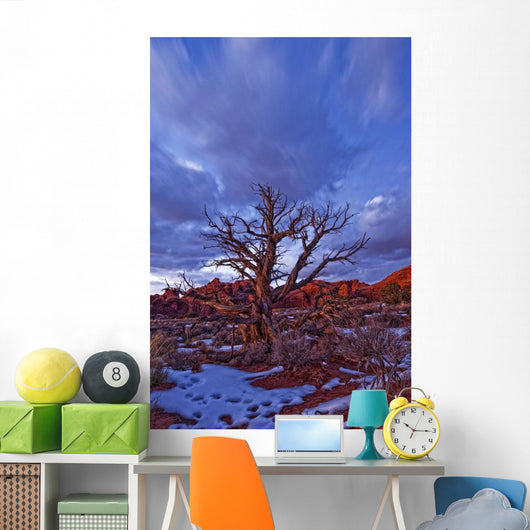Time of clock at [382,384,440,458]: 10:15
